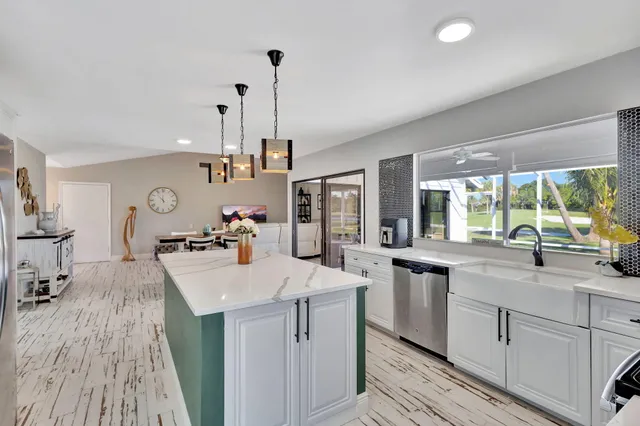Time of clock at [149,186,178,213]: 11:53
